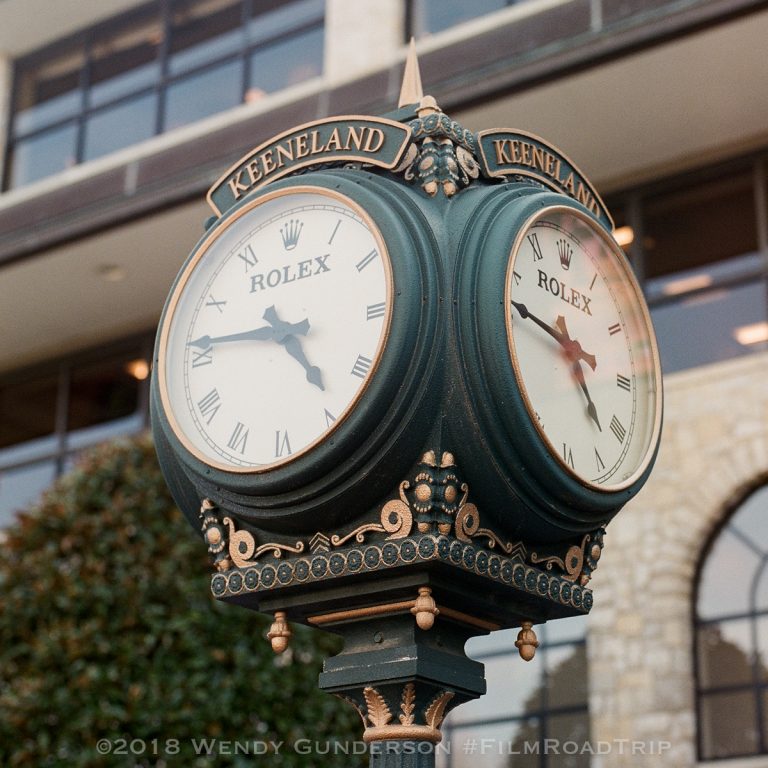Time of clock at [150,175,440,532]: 4:46
